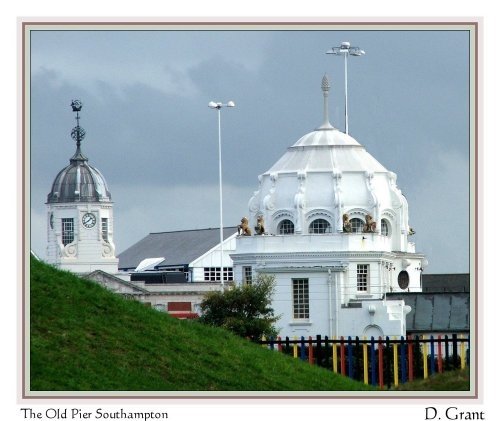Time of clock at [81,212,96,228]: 1:39
